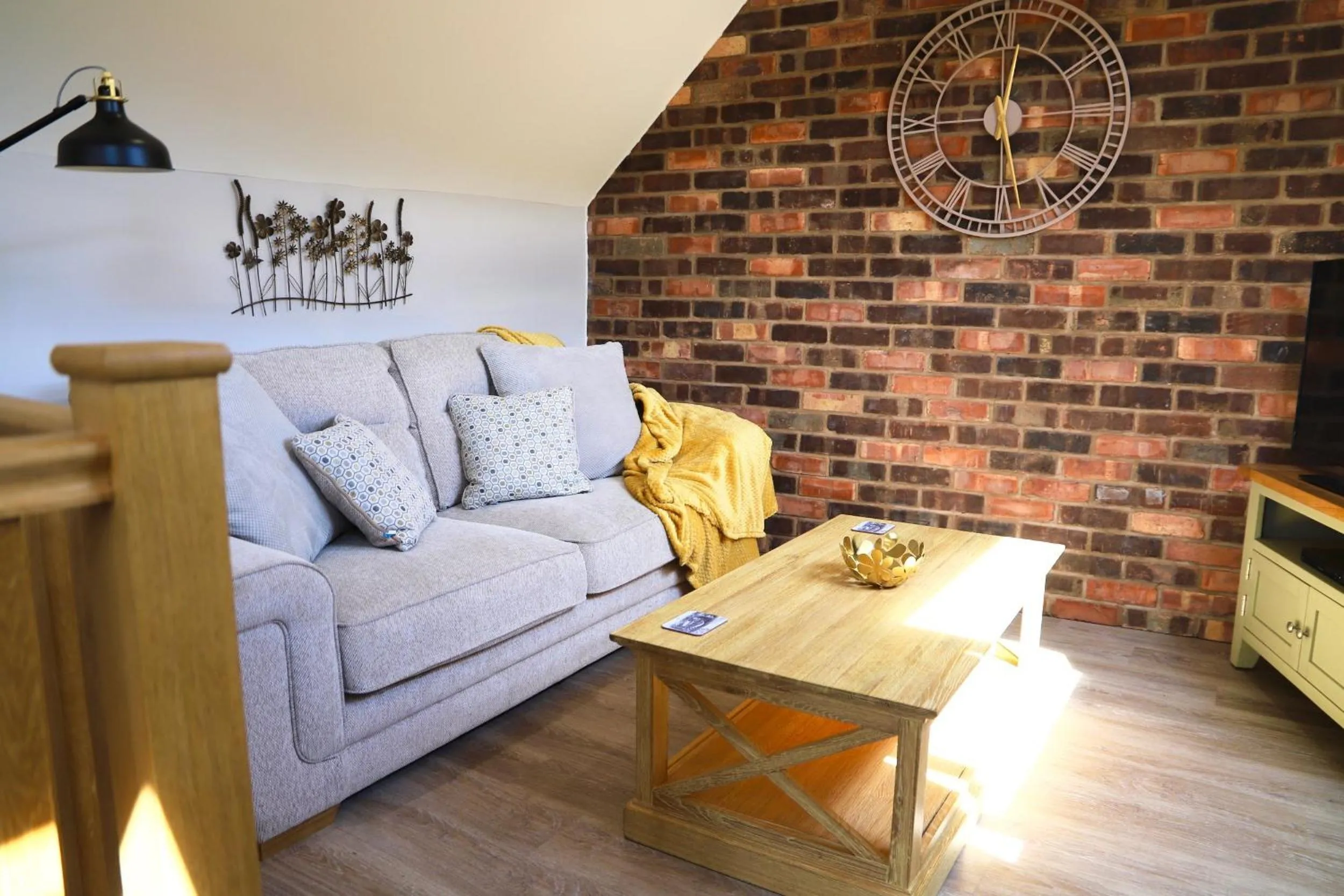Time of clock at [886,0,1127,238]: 12:28
